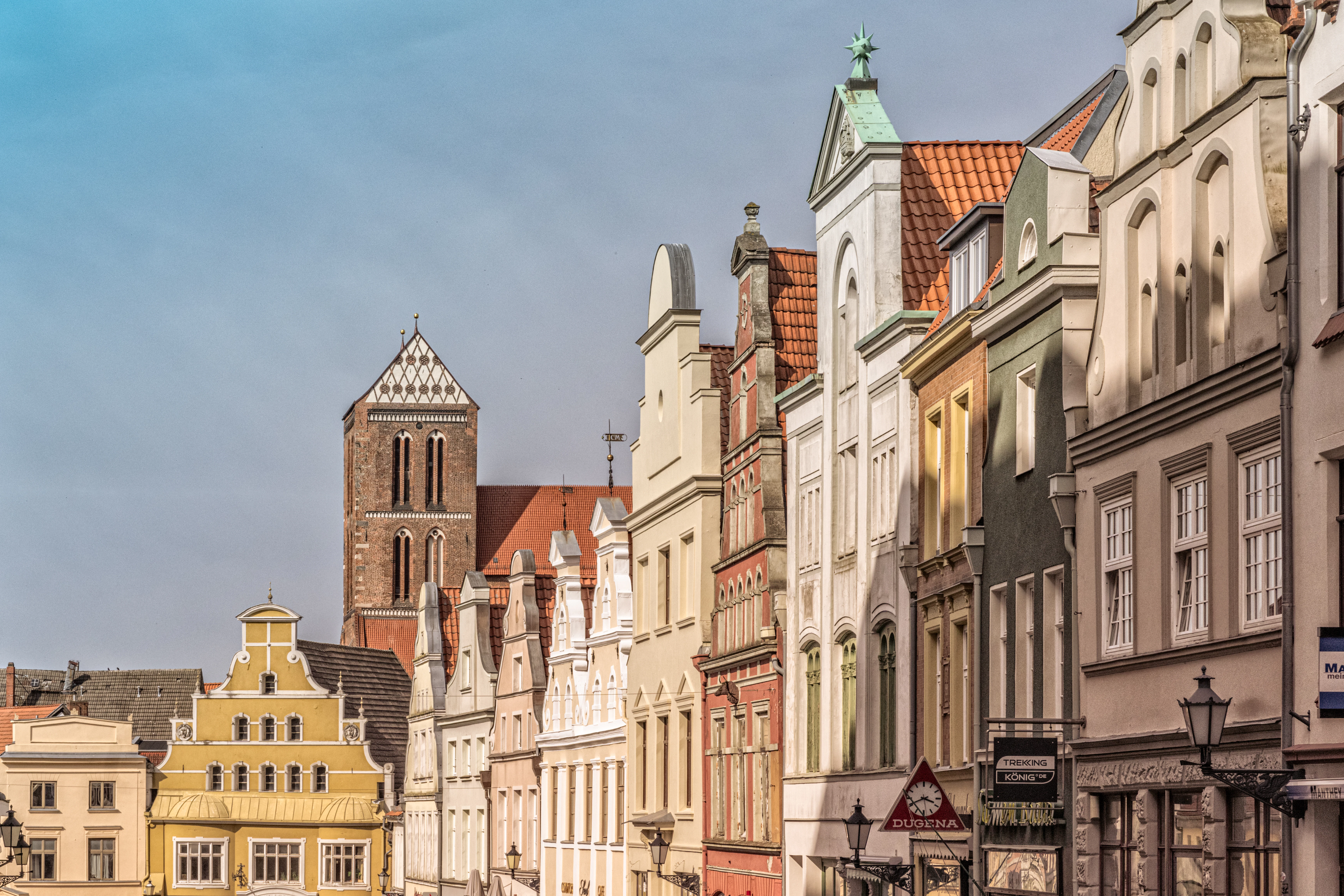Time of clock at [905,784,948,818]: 3:40
